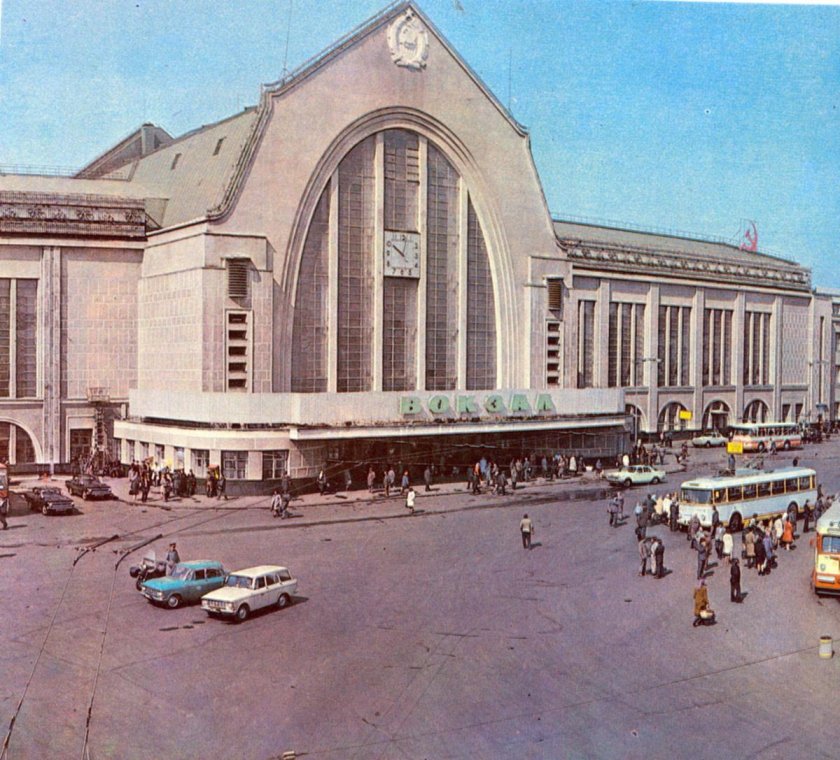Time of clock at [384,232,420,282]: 10:02
